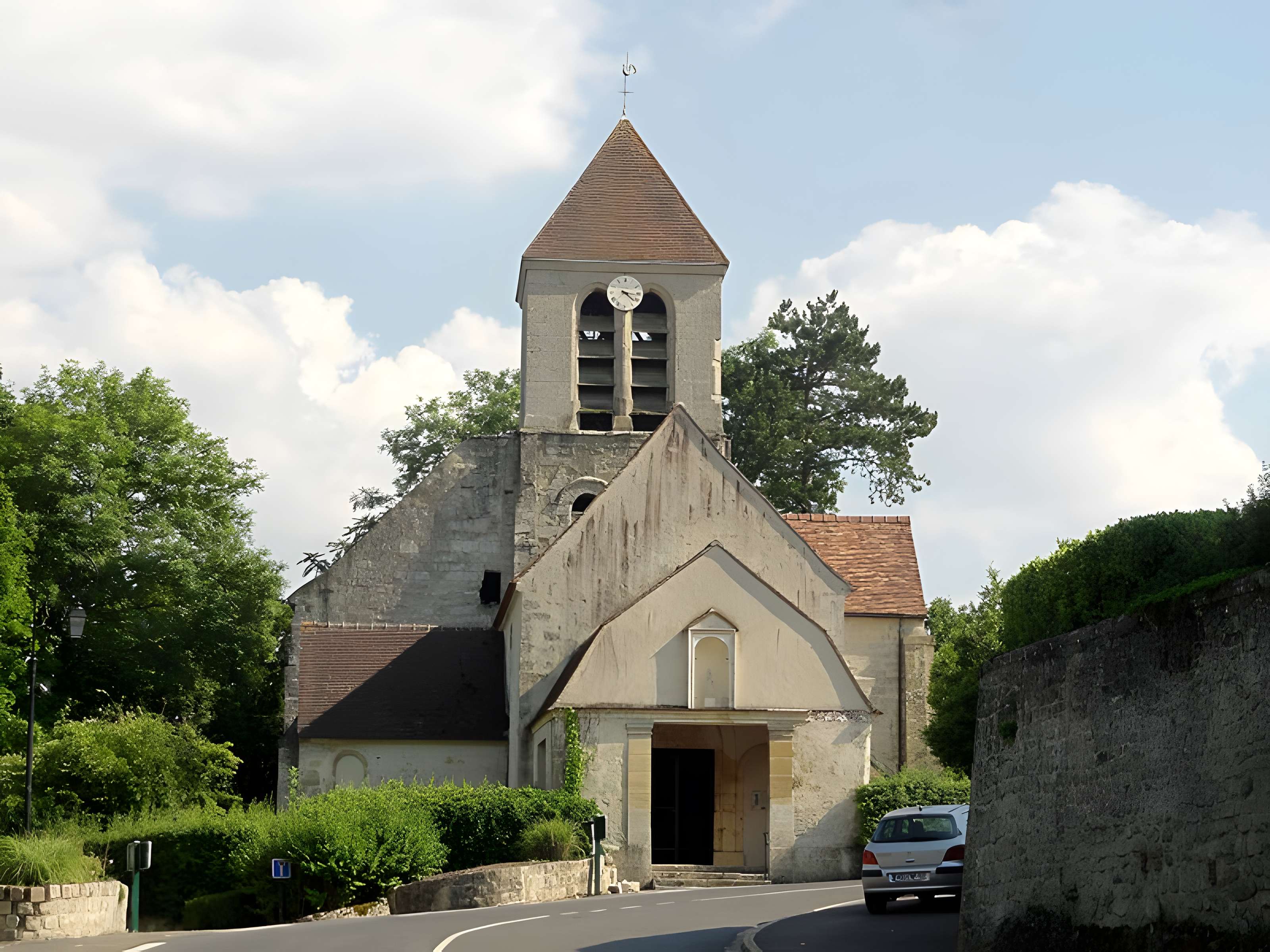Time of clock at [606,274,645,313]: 4:16
